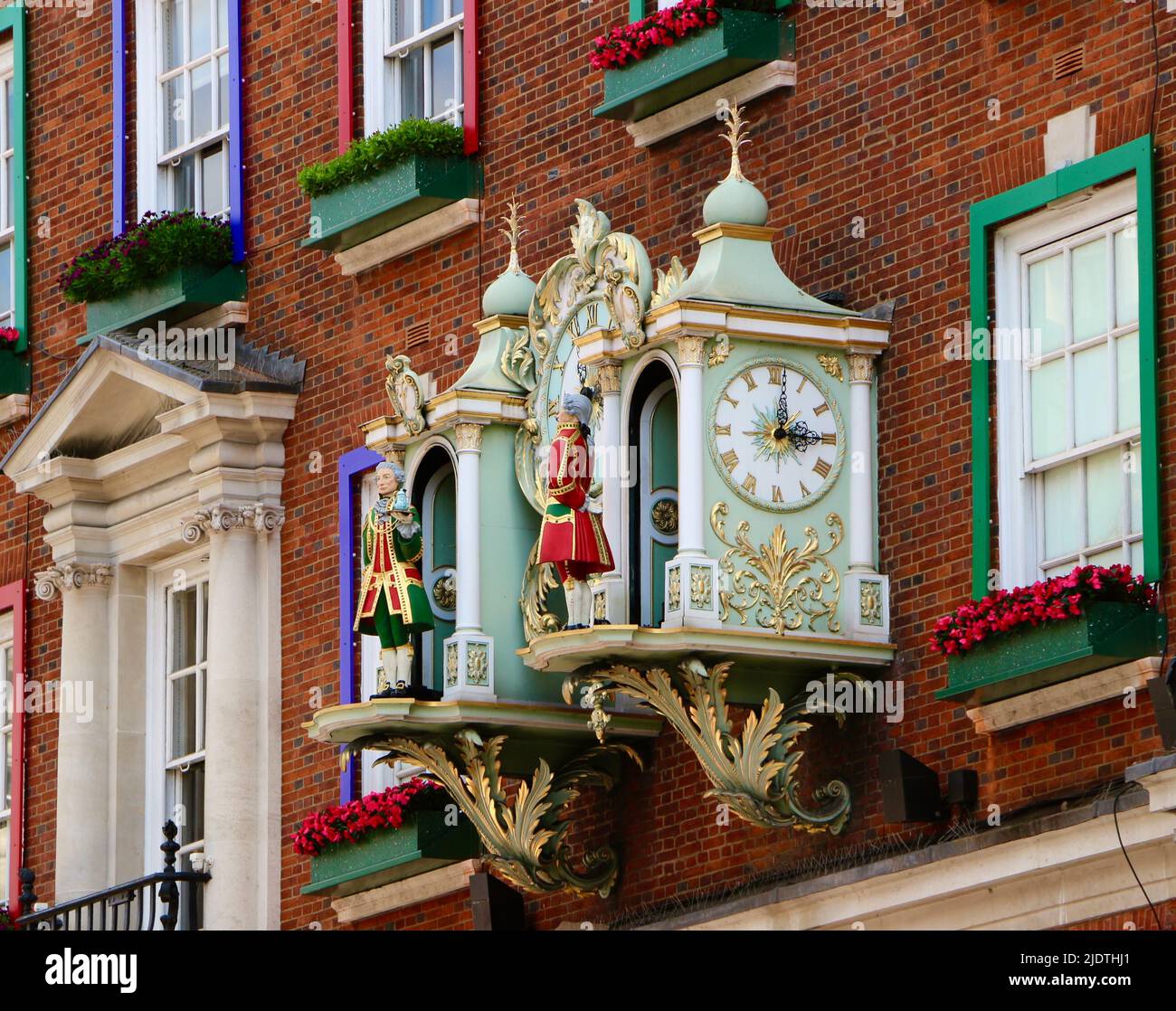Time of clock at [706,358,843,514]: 12:15
